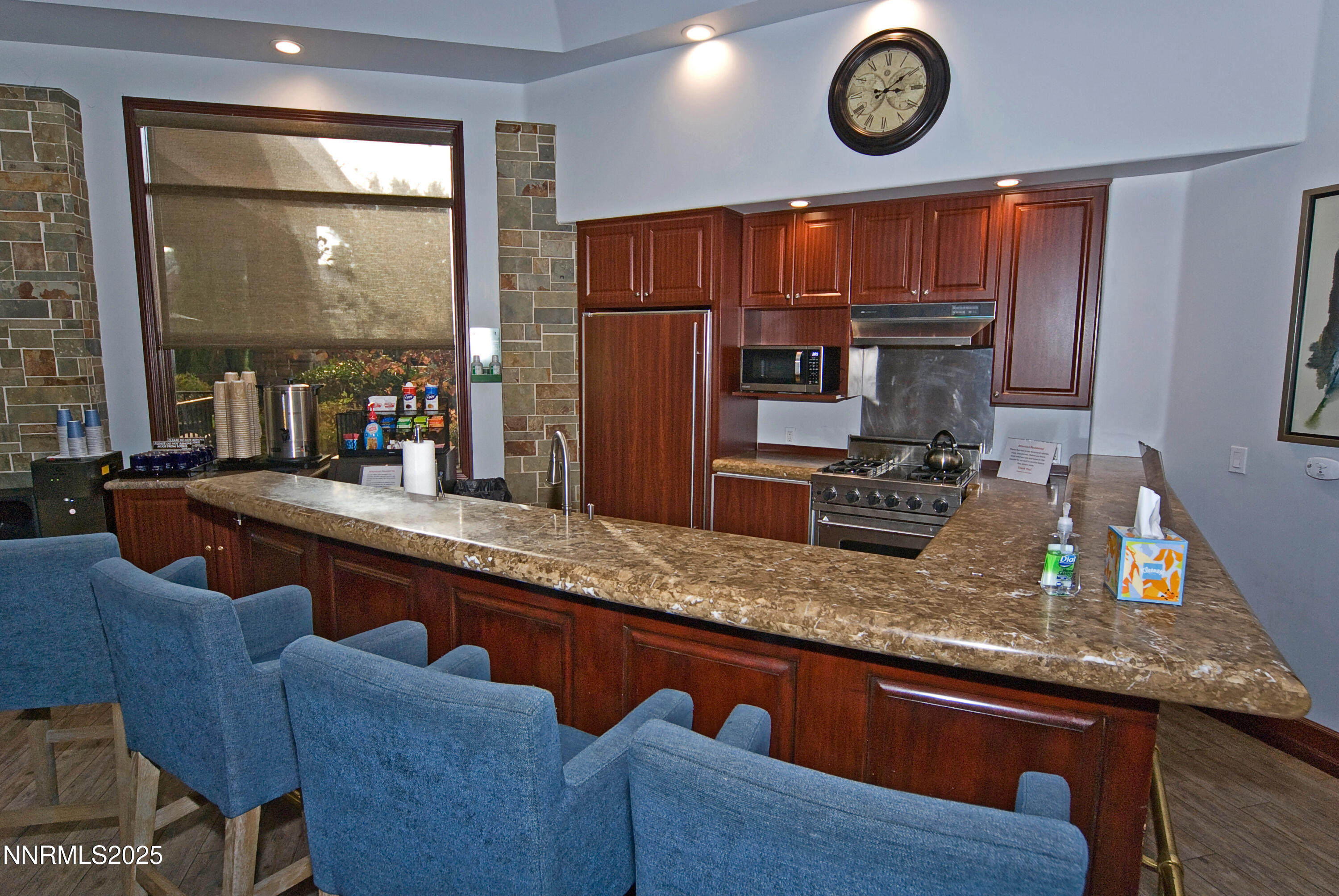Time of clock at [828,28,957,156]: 3:09
